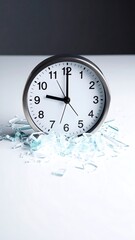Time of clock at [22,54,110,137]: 8:59
